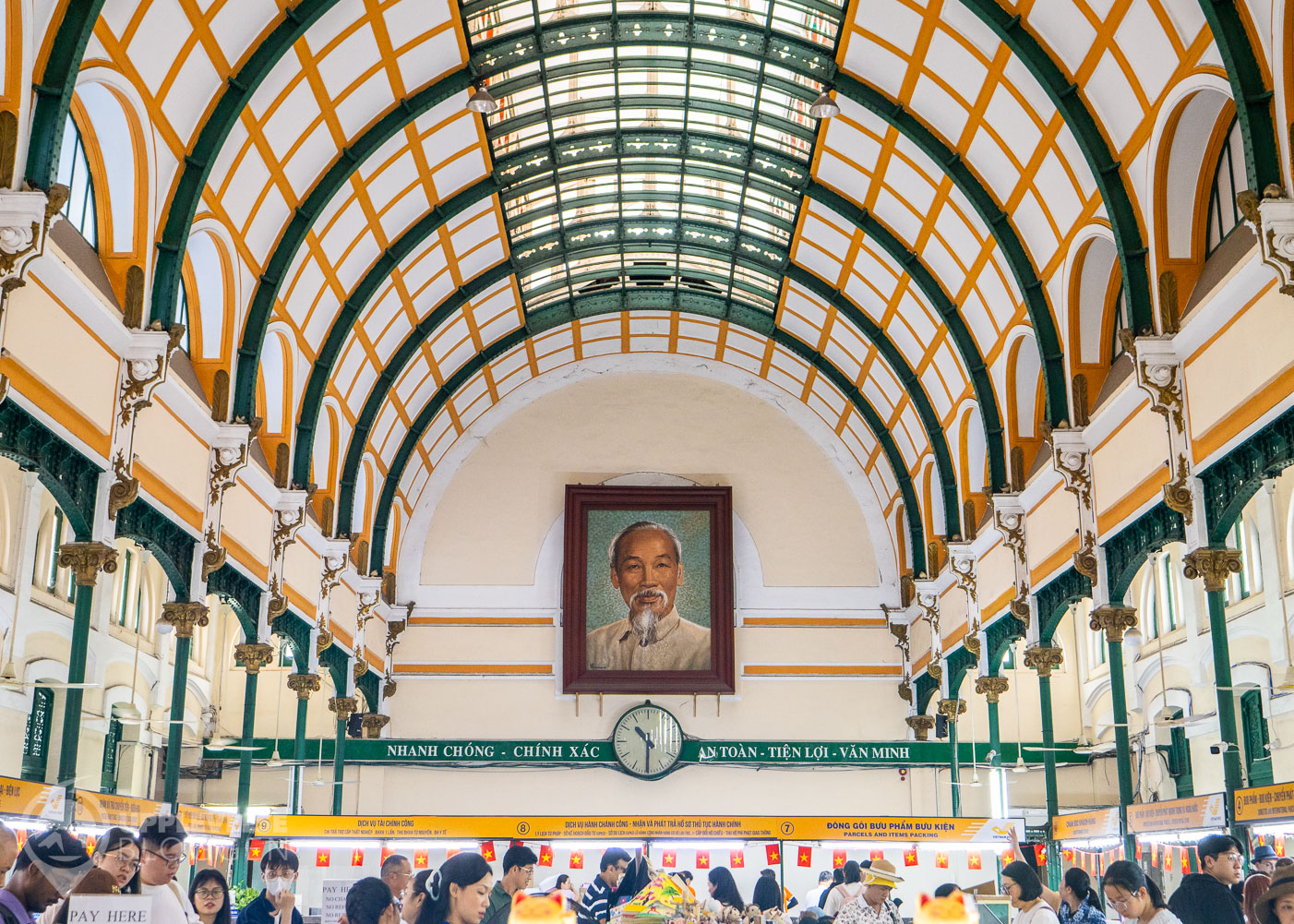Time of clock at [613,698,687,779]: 10:30
